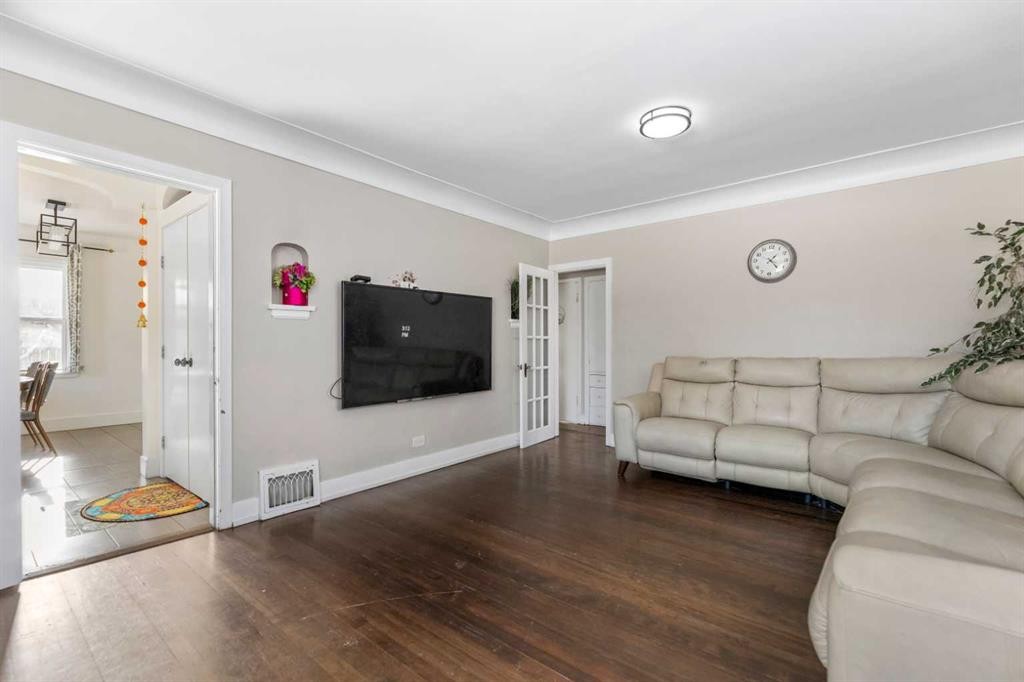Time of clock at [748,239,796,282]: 1:23
